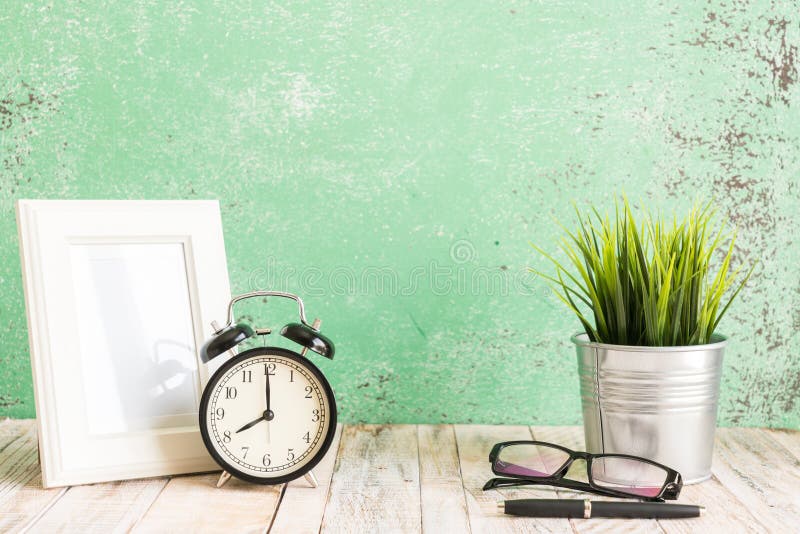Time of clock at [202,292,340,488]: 7:59
